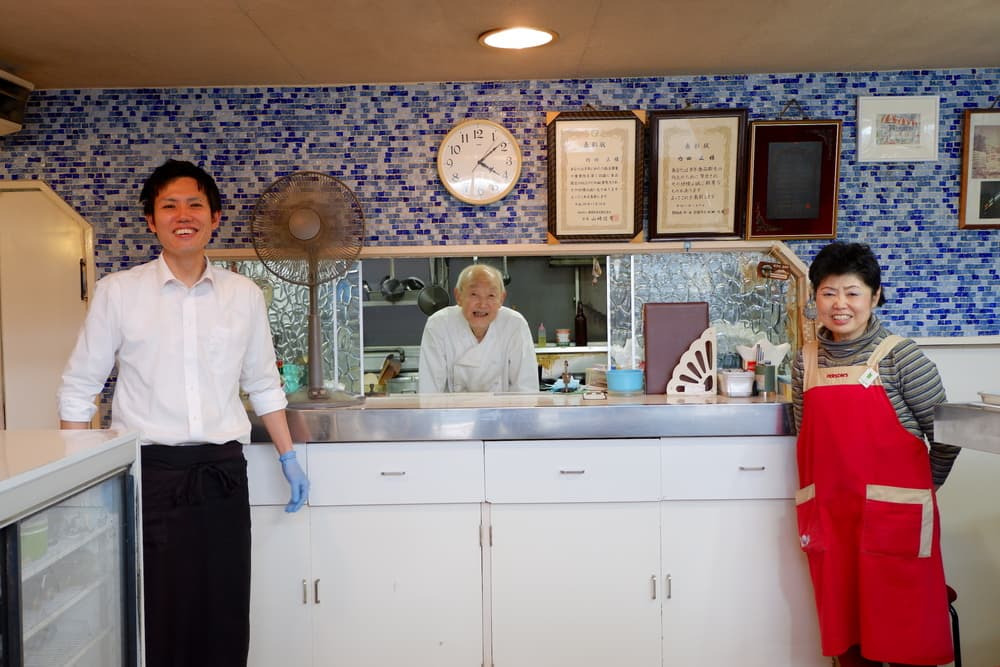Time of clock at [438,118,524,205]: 4:08
